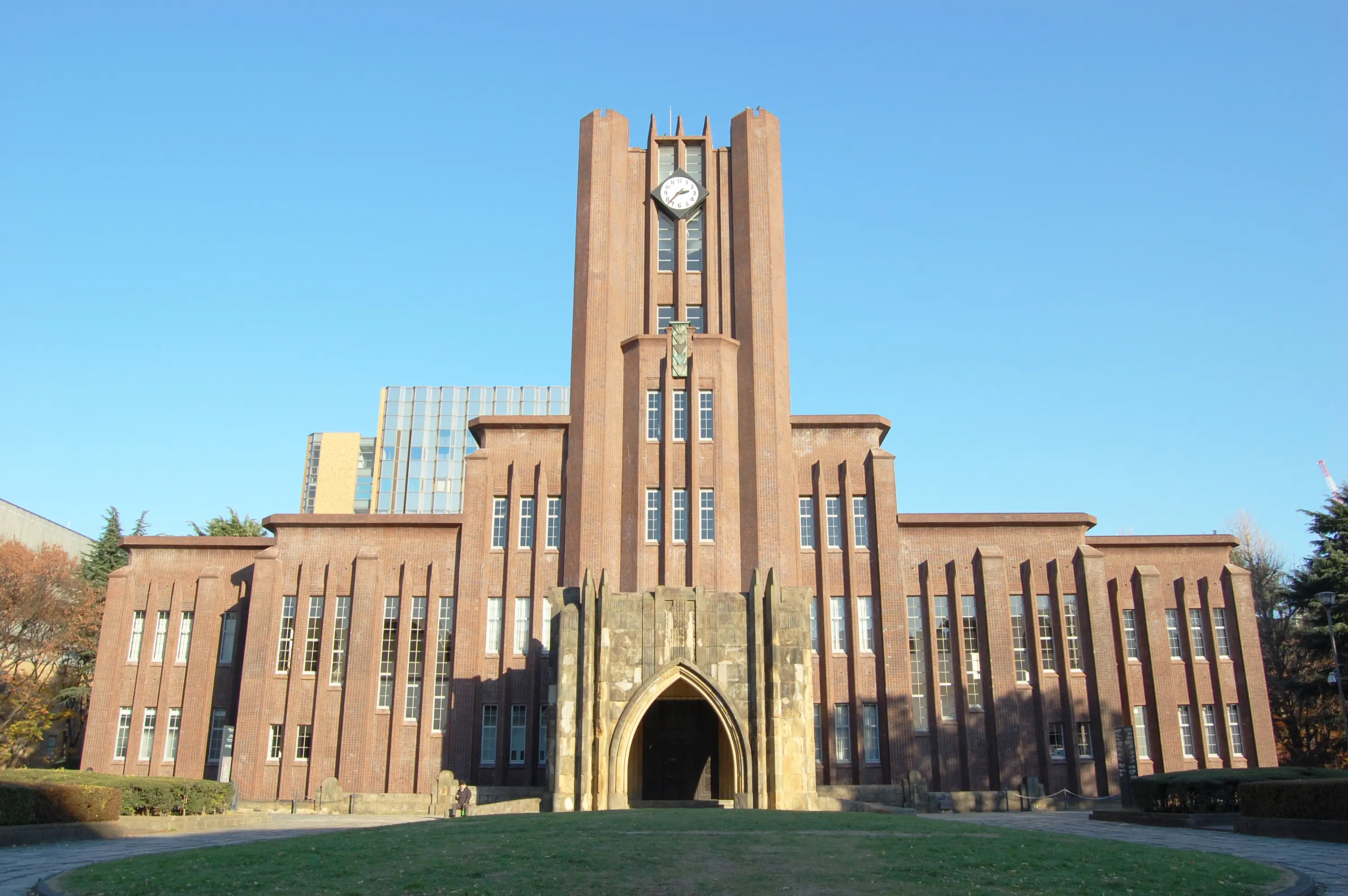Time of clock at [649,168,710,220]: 2:37
